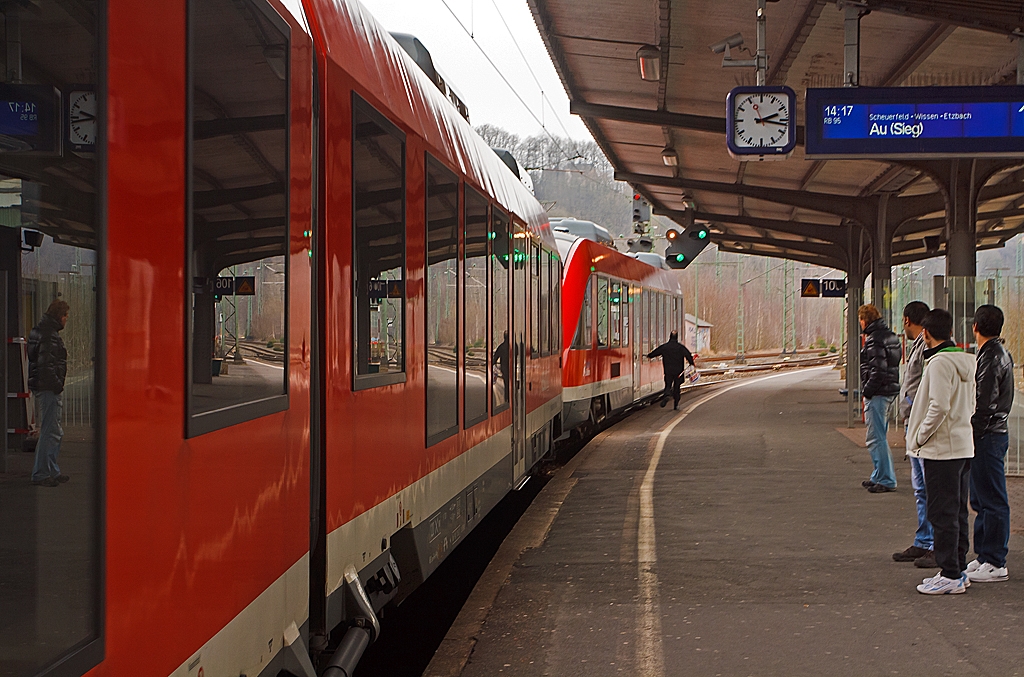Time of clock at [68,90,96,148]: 9:43
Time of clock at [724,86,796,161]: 2:16
